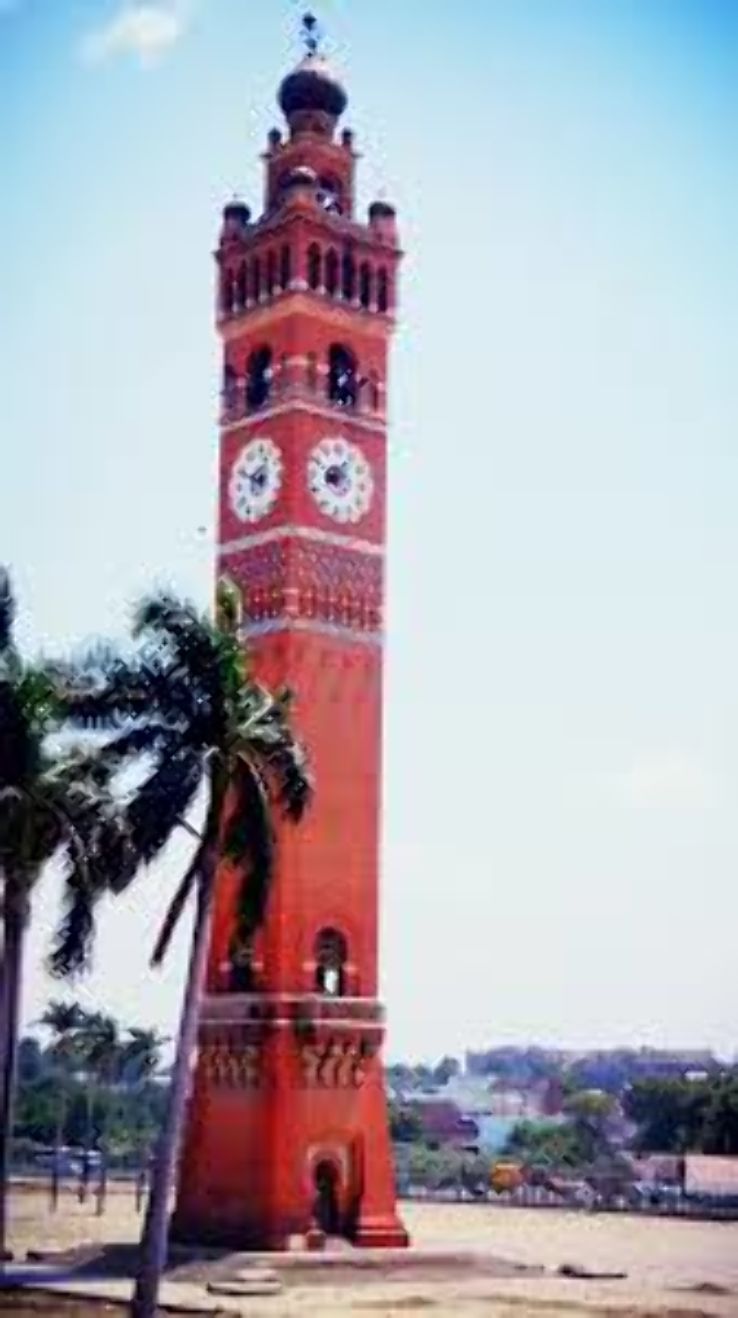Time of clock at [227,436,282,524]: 12:49
